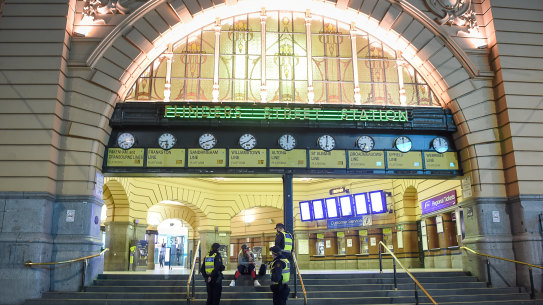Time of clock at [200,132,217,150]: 8:12
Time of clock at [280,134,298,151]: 12:00
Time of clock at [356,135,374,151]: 8:33
